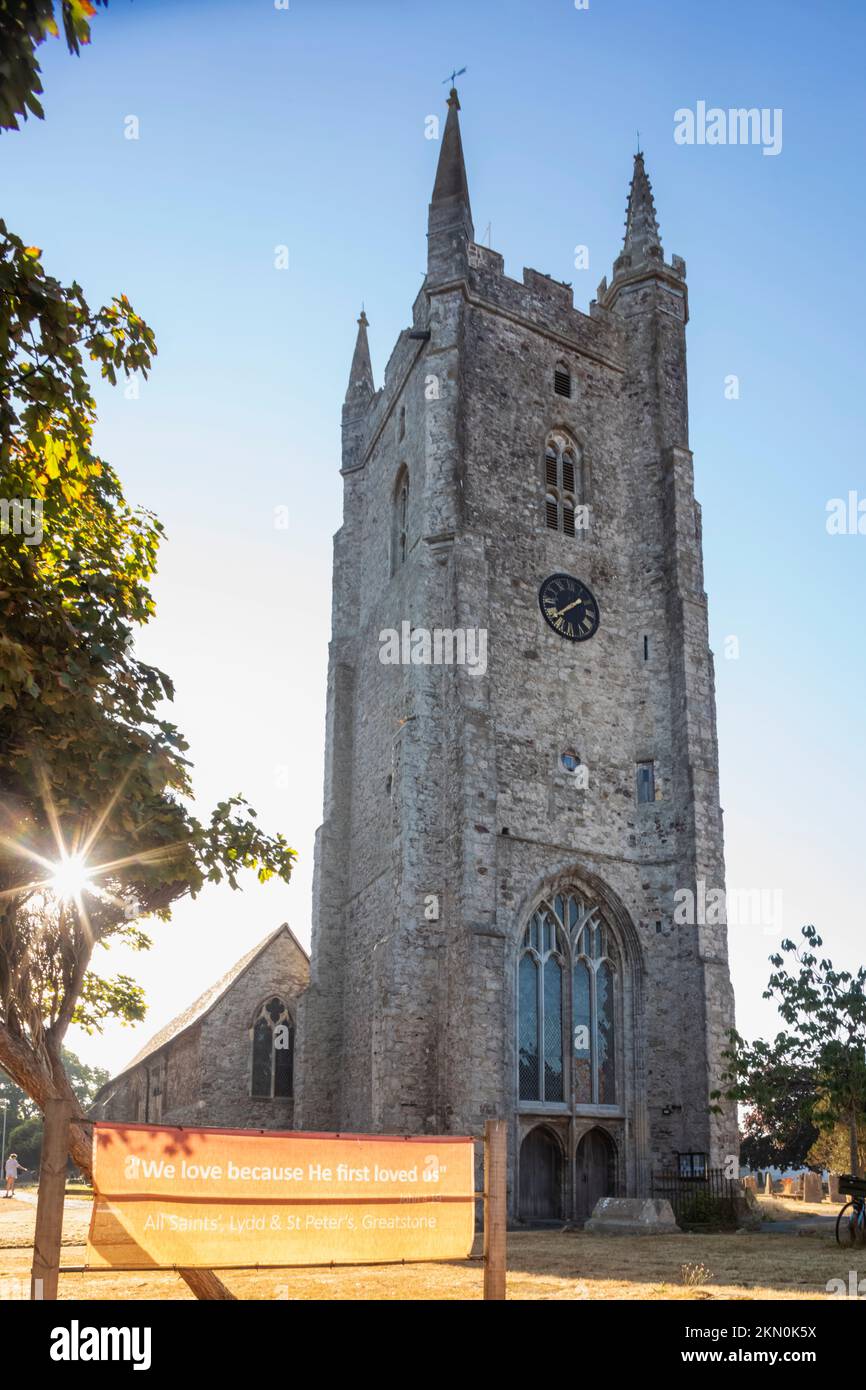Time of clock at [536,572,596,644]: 1:38
